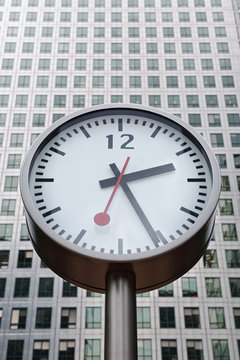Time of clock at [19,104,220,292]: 2:25
